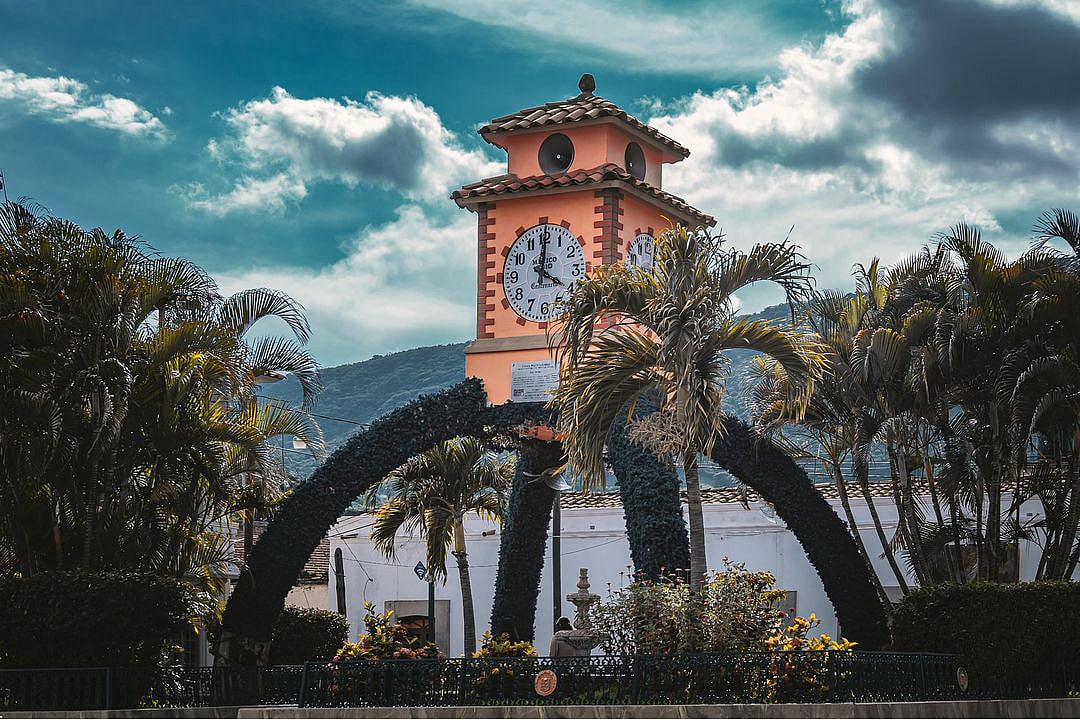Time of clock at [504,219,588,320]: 4:00
